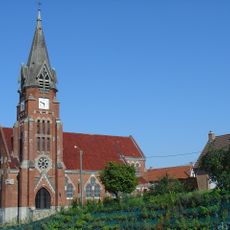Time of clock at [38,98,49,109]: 5:49
